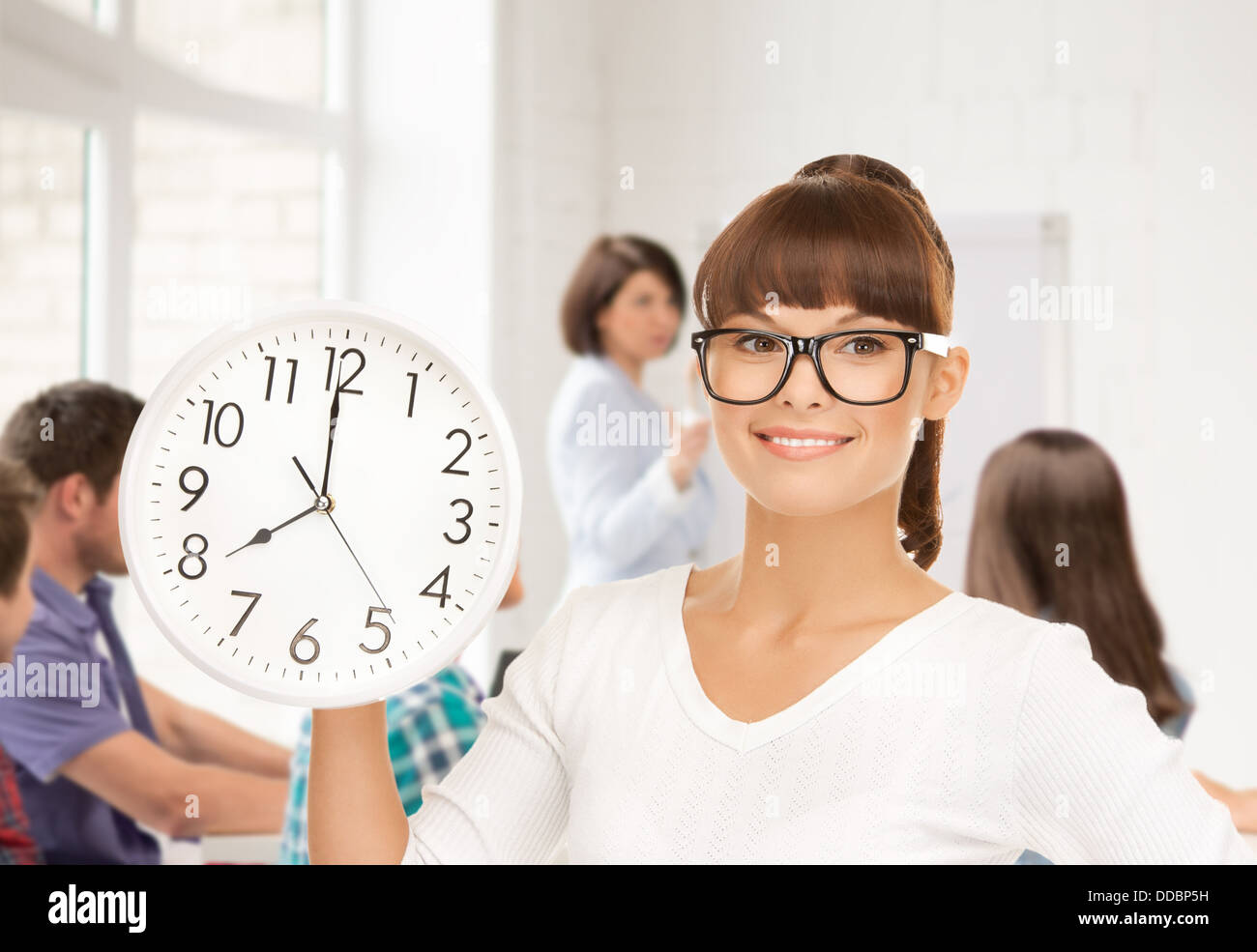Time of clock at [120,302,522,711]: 7:59
